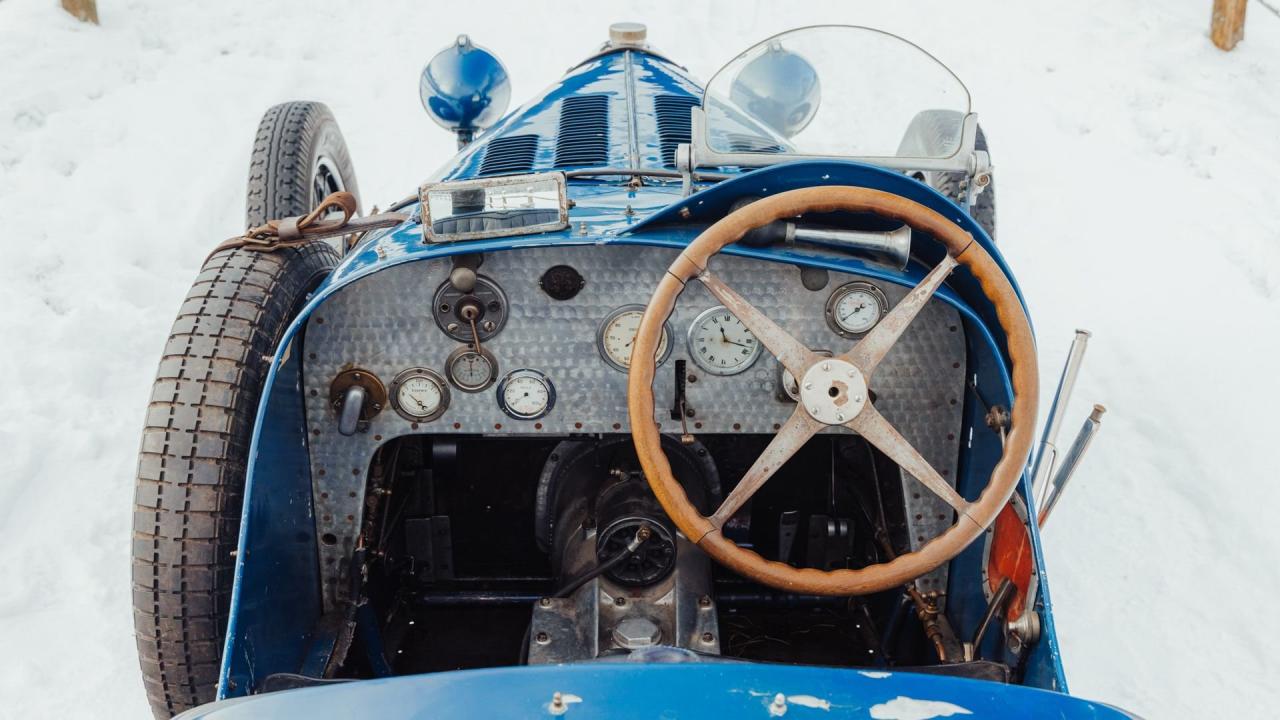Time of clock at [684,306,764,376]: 11:17
